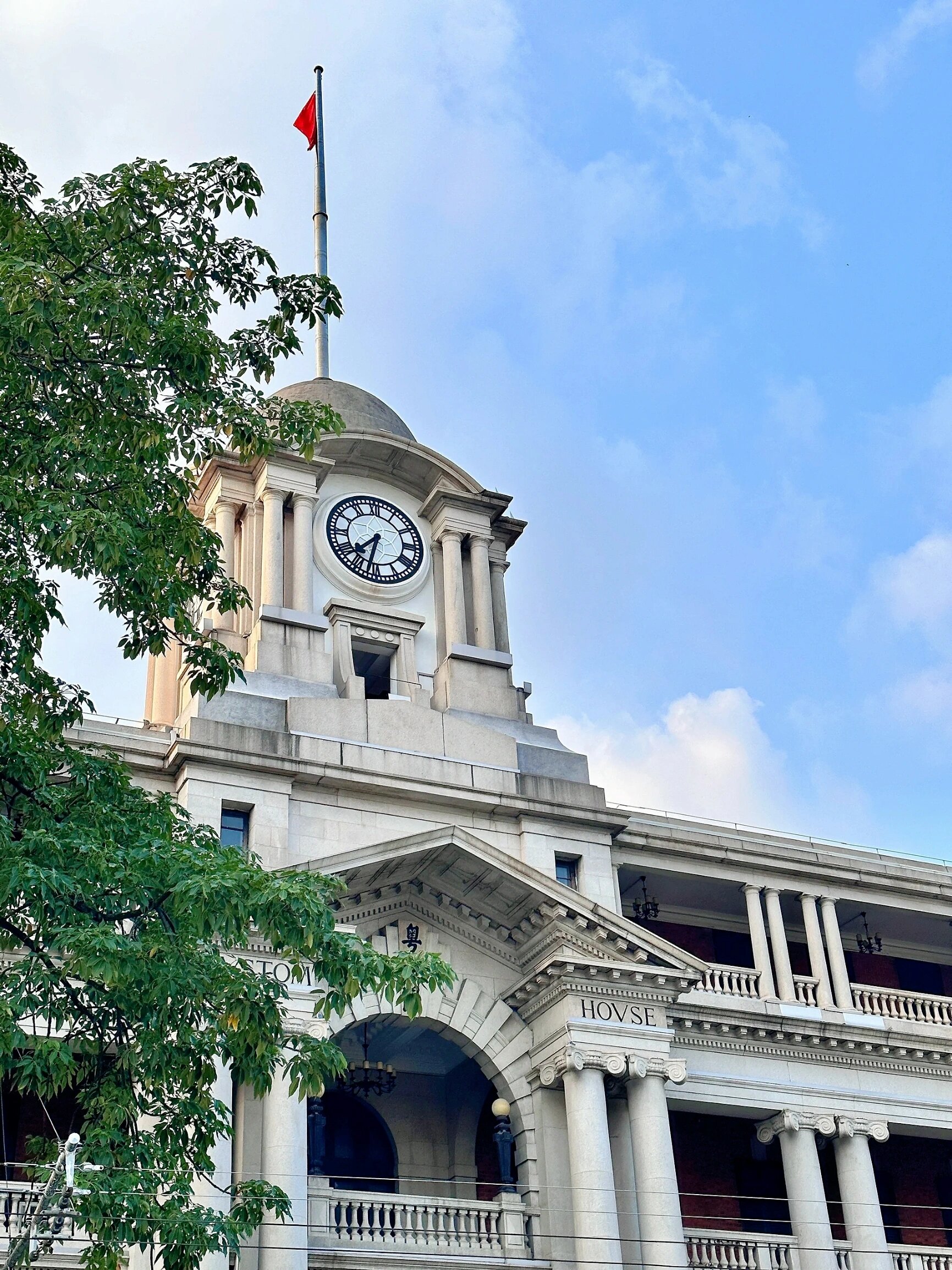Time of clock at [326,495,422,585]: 7:32
